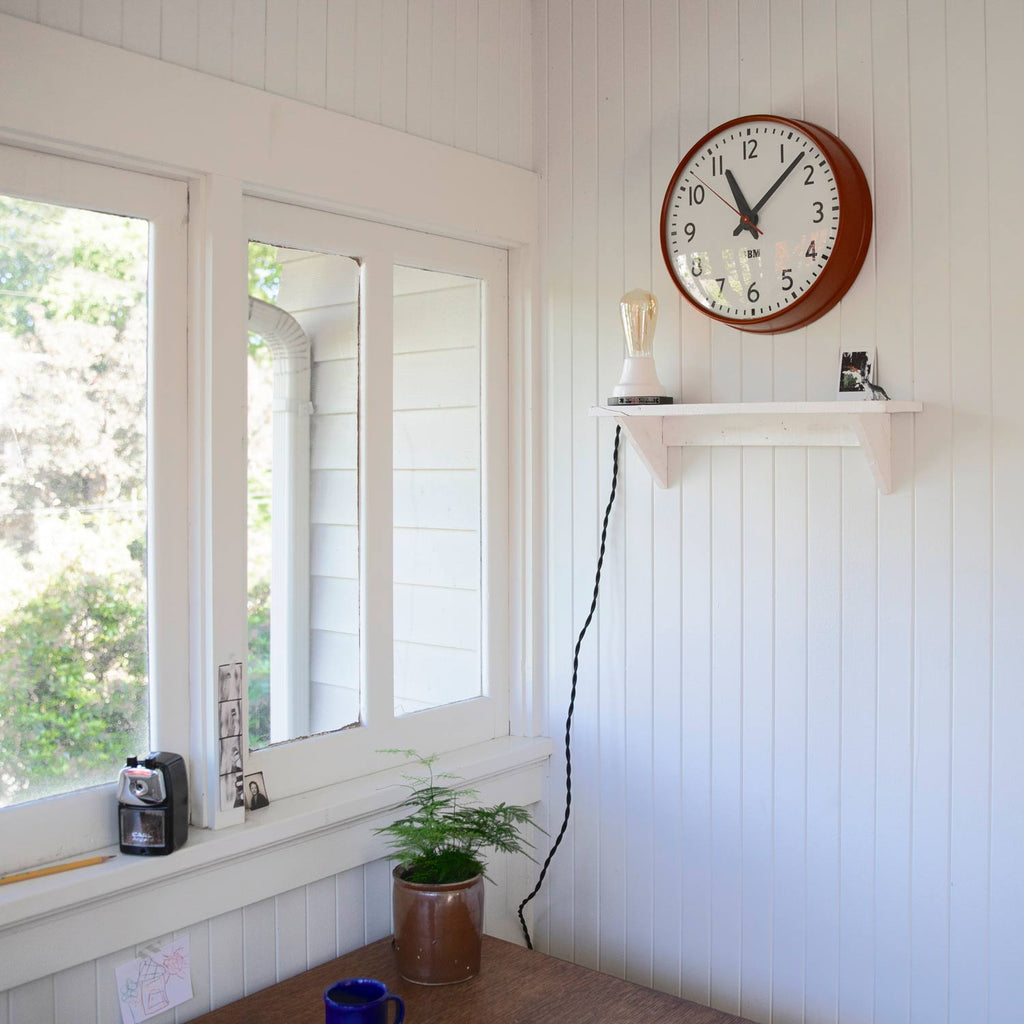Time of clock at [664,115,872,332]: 11:07
